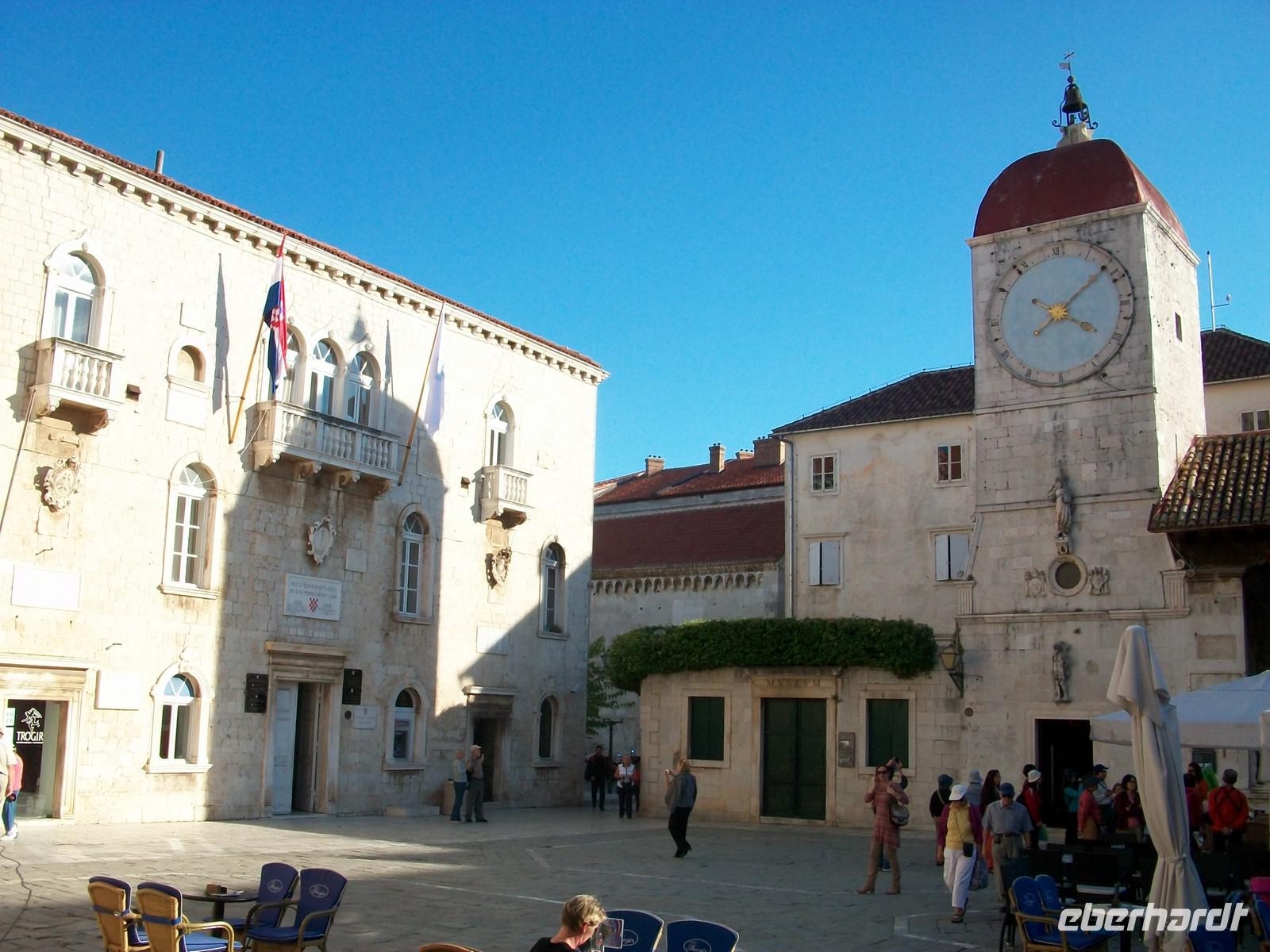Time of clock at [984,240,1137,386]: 4:08
